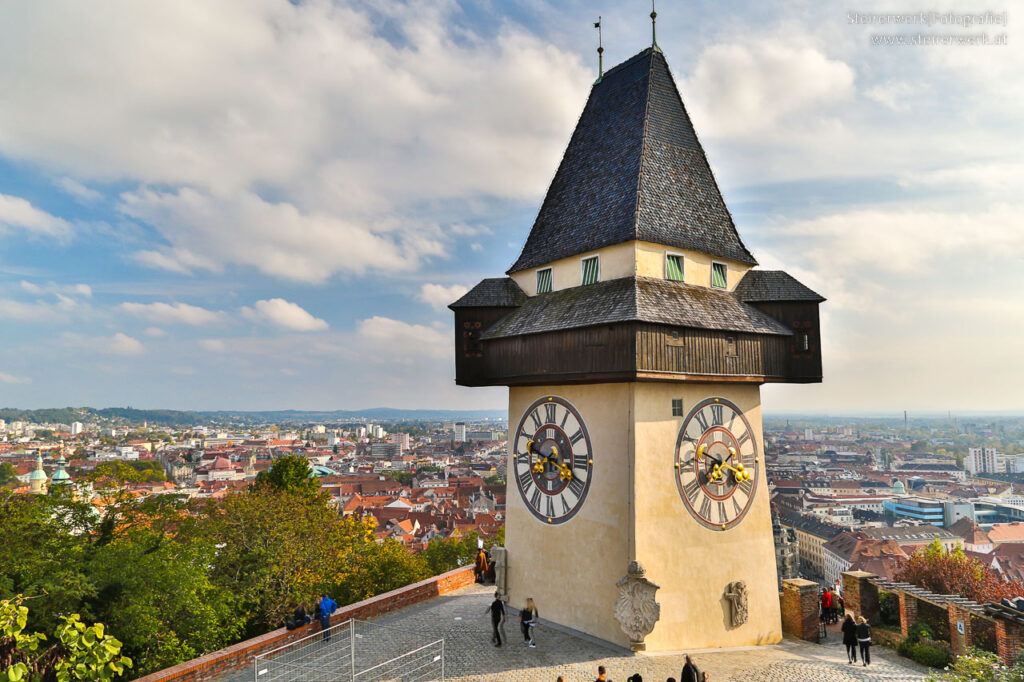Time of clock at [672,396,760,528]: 7:48
